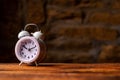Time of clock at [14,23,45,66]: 10:11
